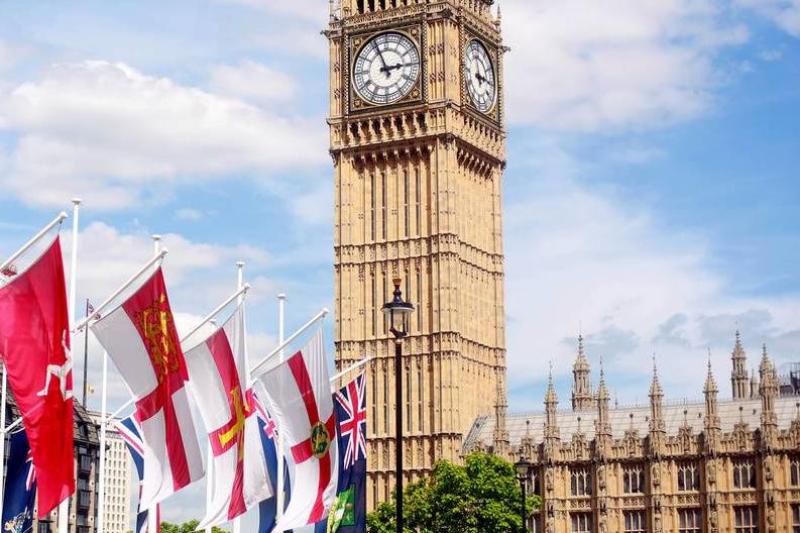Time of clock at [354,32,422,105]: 2:56
